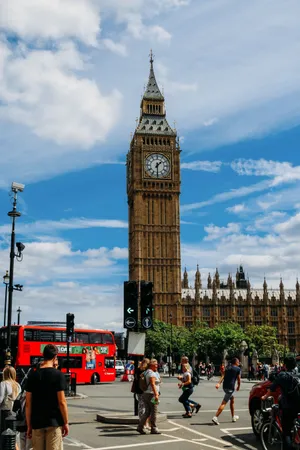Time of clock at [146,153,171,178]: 1:30
